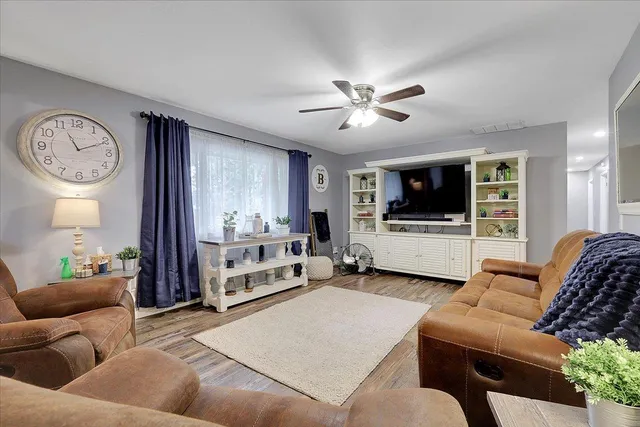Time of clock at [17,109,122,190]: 11:10
